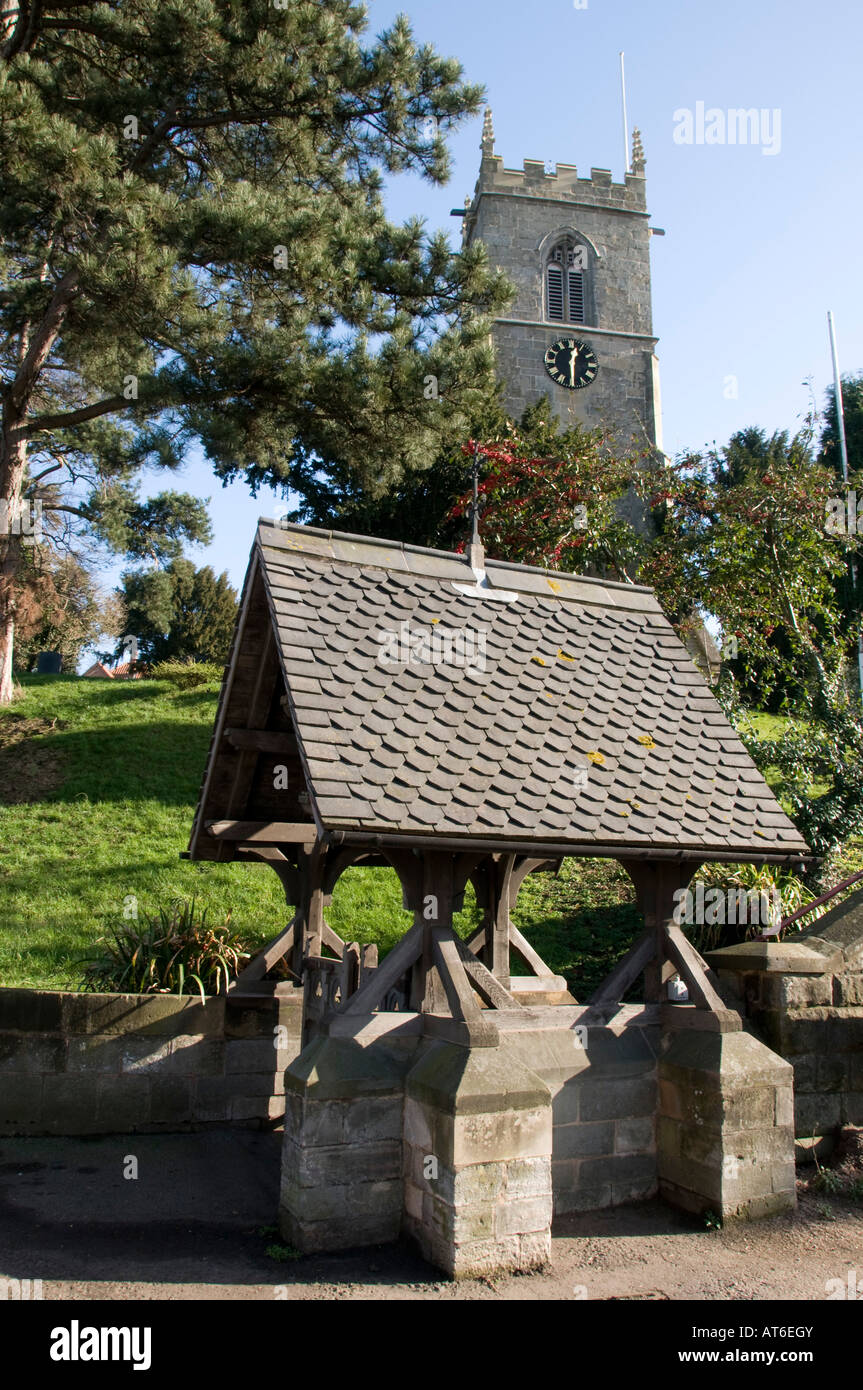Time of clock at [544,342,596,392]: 12:29
